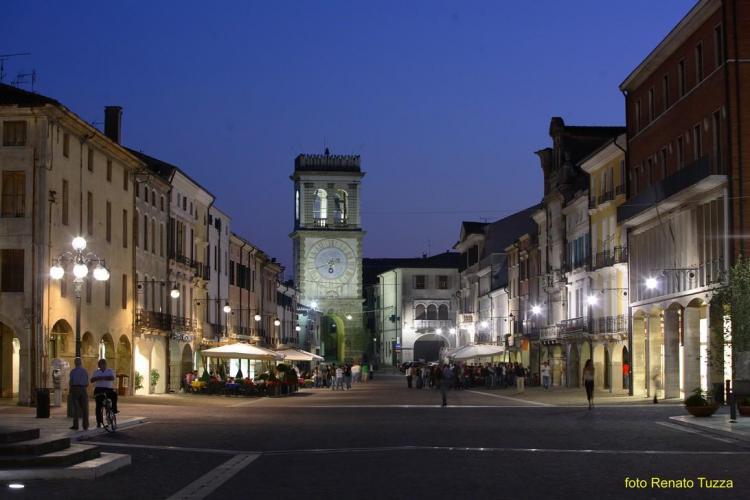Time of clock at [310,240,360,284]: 6:41
